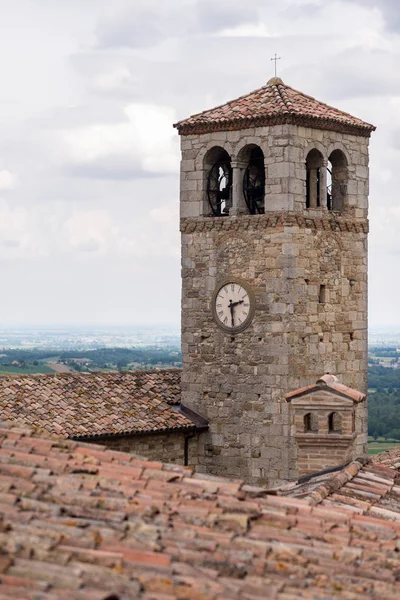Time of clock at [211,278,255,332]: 2:29
